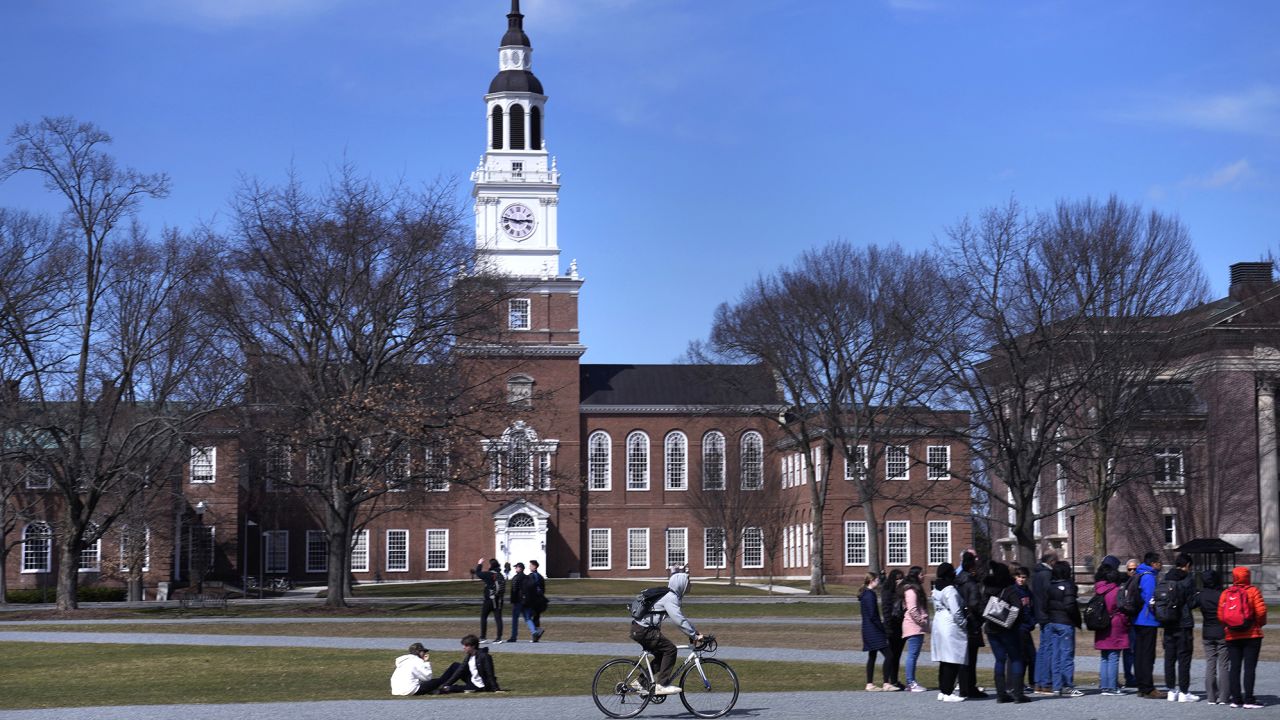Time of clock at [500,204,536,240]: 2:46
